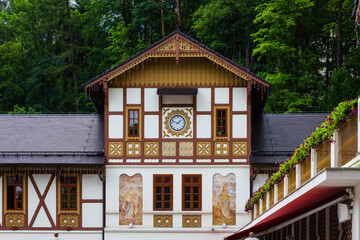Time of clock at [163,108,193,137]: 1:49
